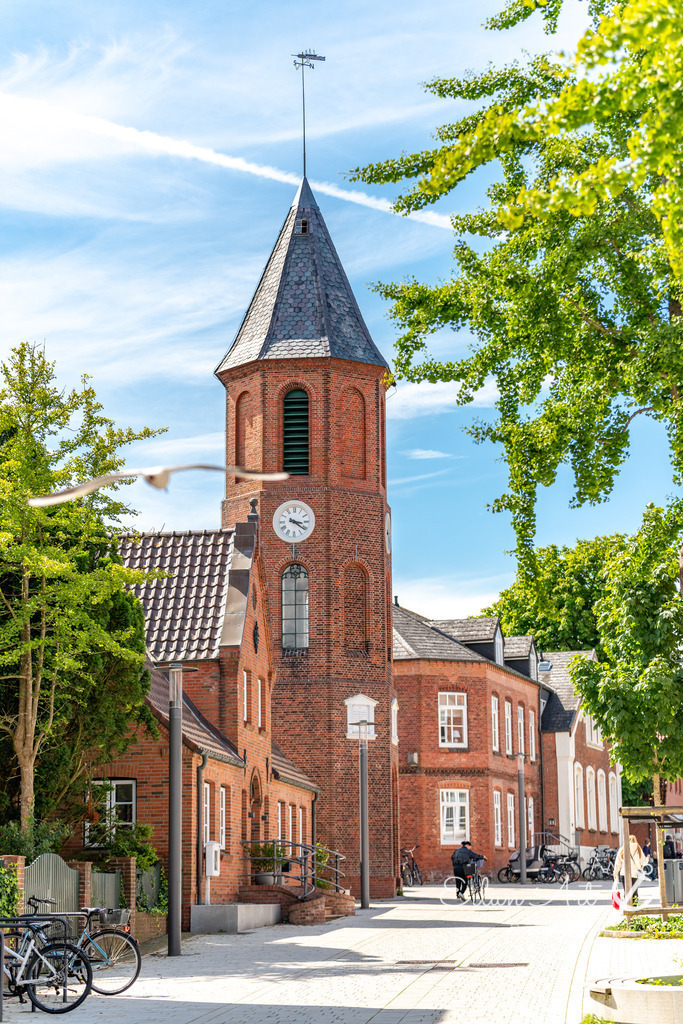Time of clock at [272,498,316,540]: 3:21
